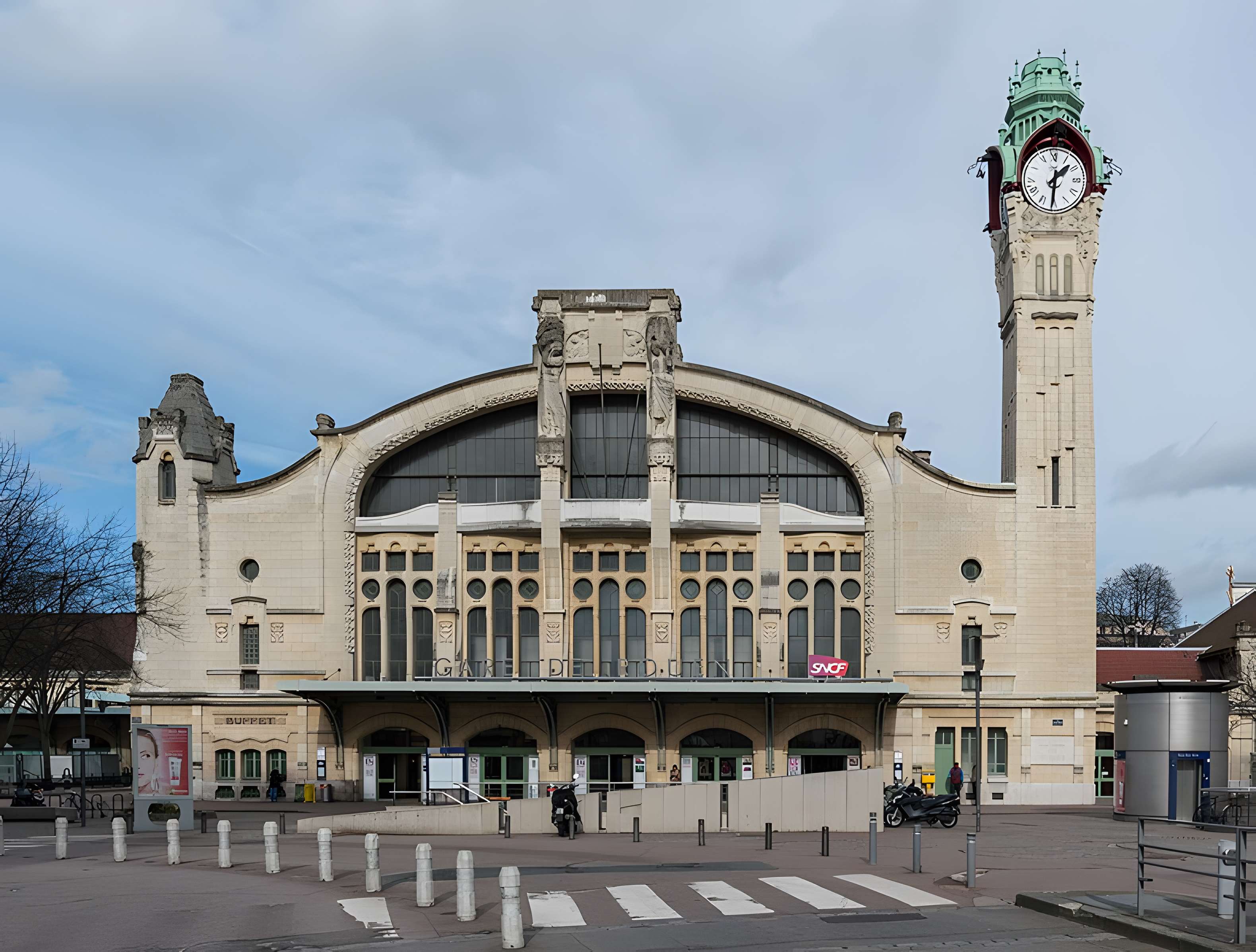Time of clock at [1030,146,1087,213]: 1:30
